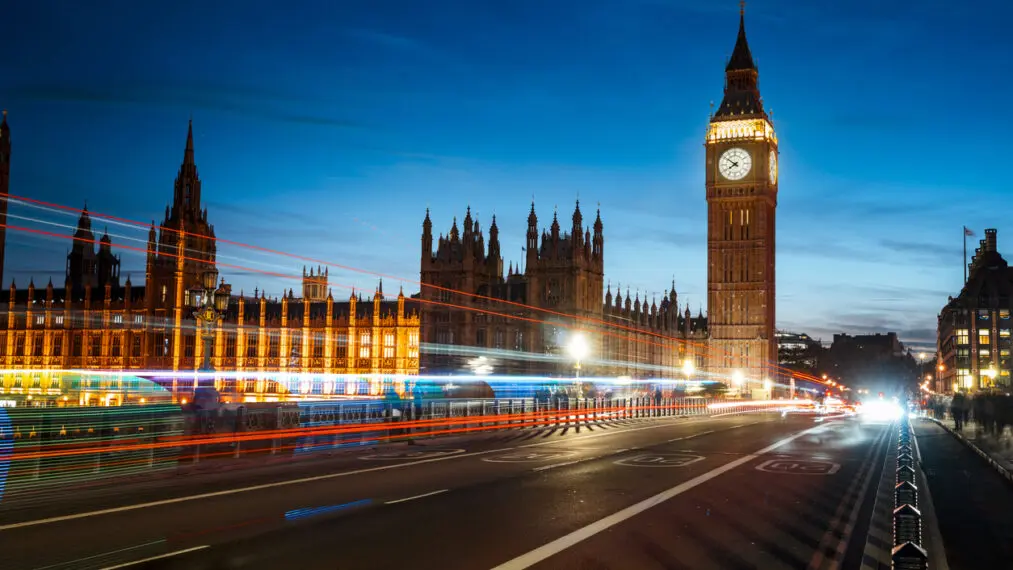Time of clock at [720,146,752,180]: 7:50
